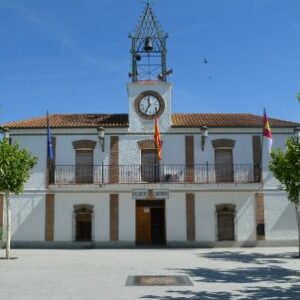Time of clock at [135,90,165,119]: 11:35
